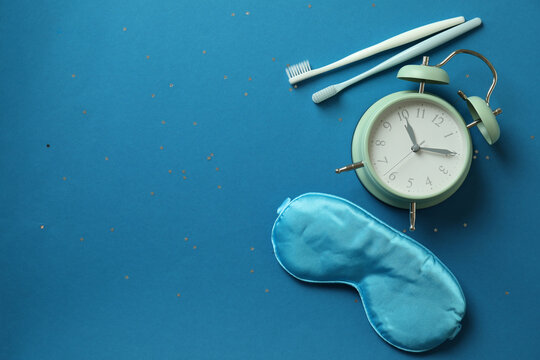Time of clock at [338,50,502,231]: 11:14
